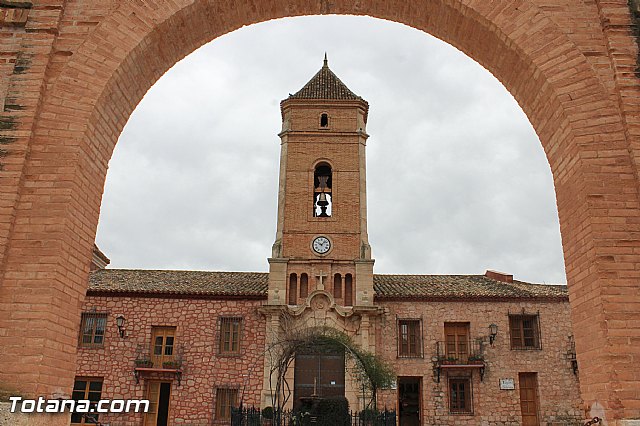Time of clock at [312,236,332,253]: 10:07
